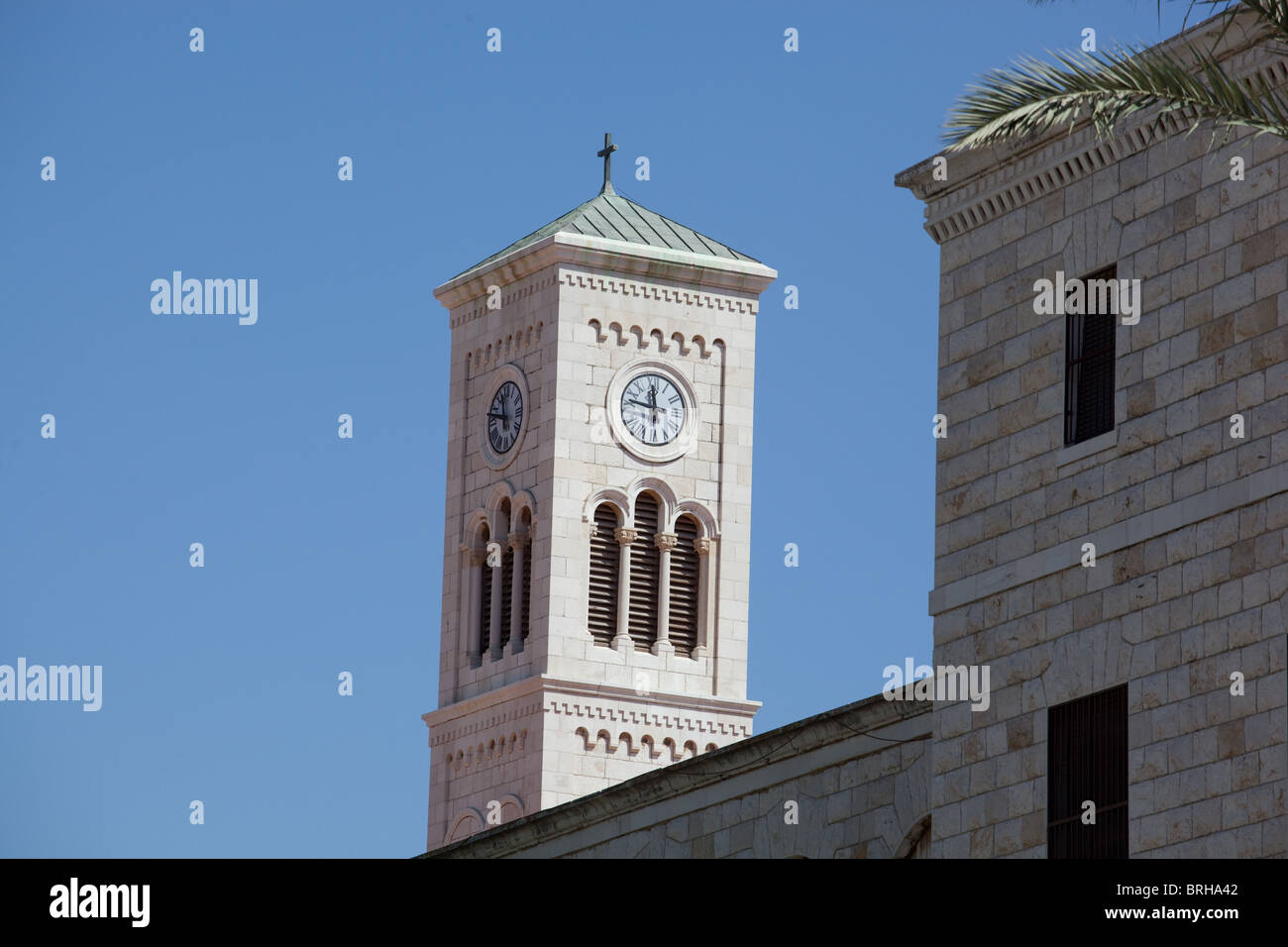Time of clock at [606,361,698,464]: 11:46
